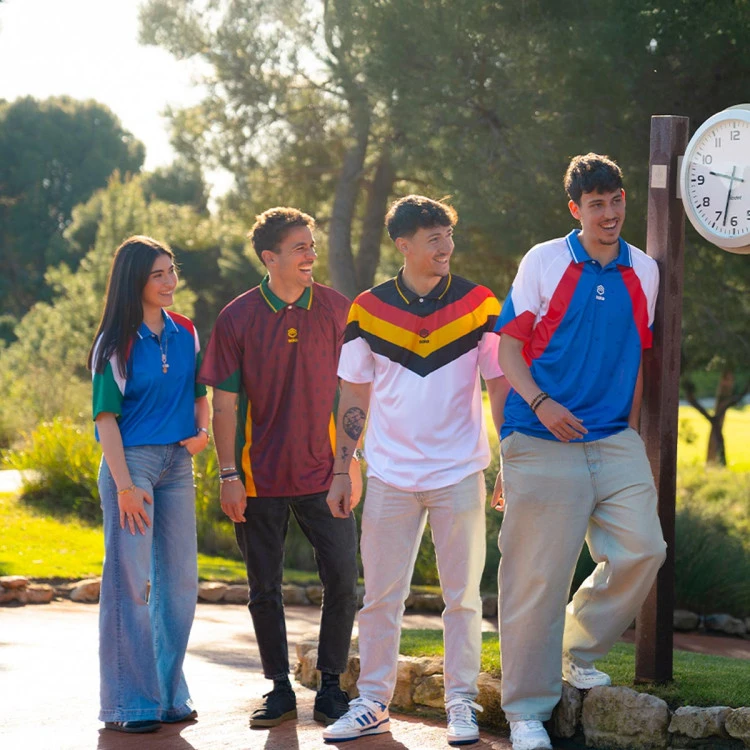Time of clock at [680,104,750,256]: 9:32
